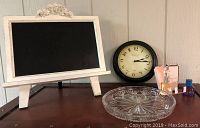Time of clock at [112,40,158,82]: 2:14
